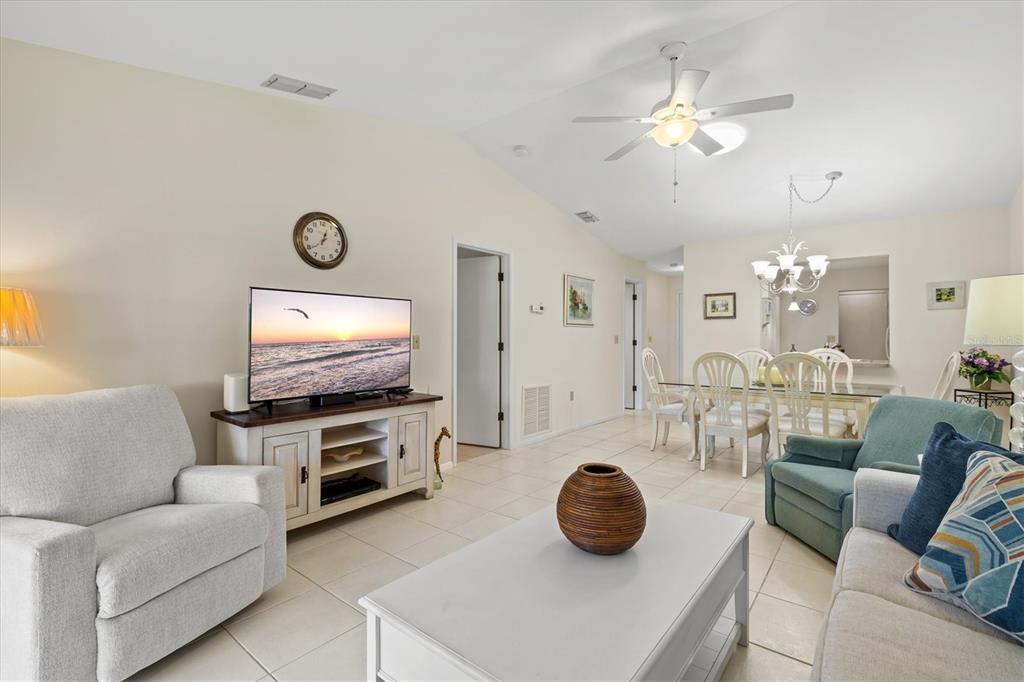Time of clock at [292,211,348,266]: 12:39
